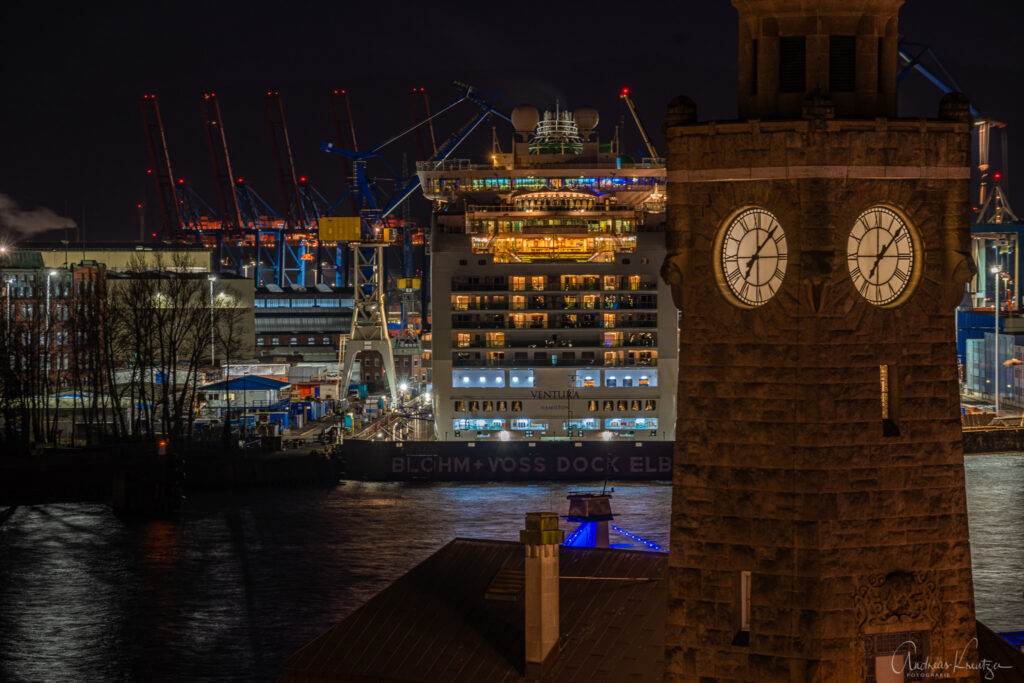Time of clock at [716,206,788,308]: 7:07
